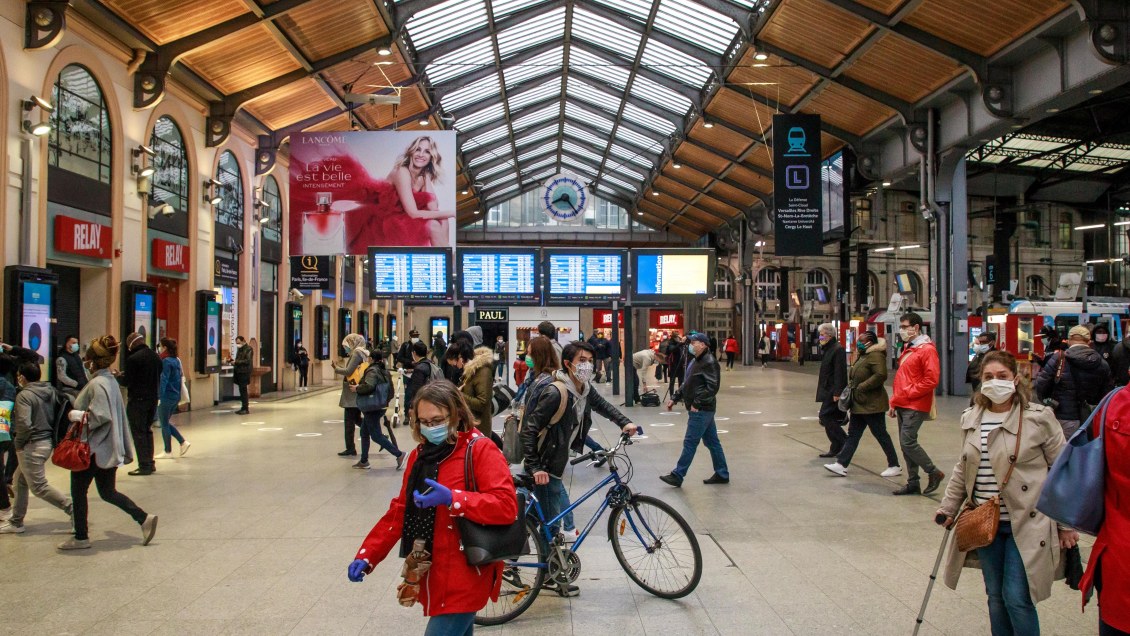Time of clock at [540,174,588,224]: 8:23
